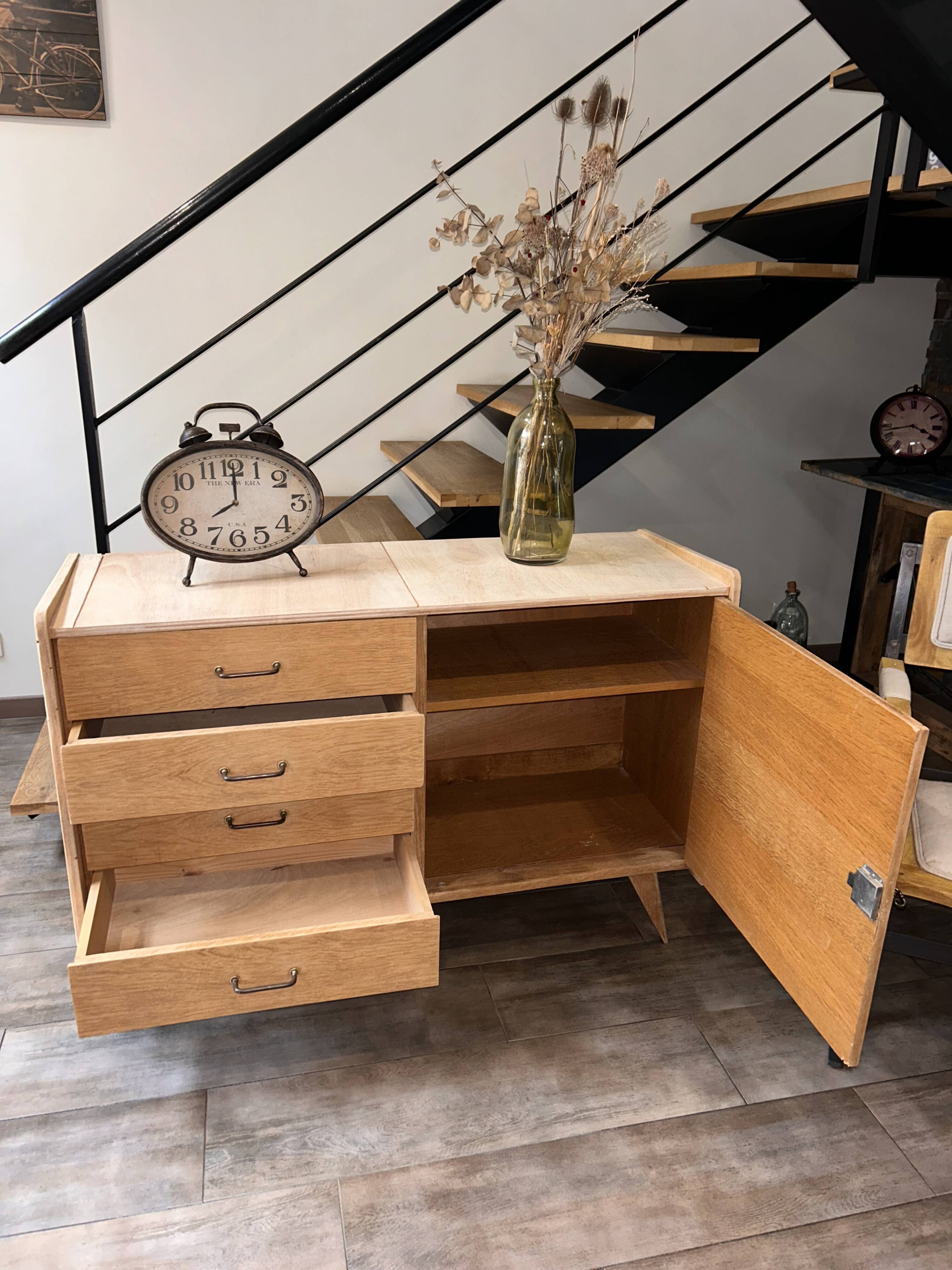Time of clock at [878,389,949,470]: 3:42
